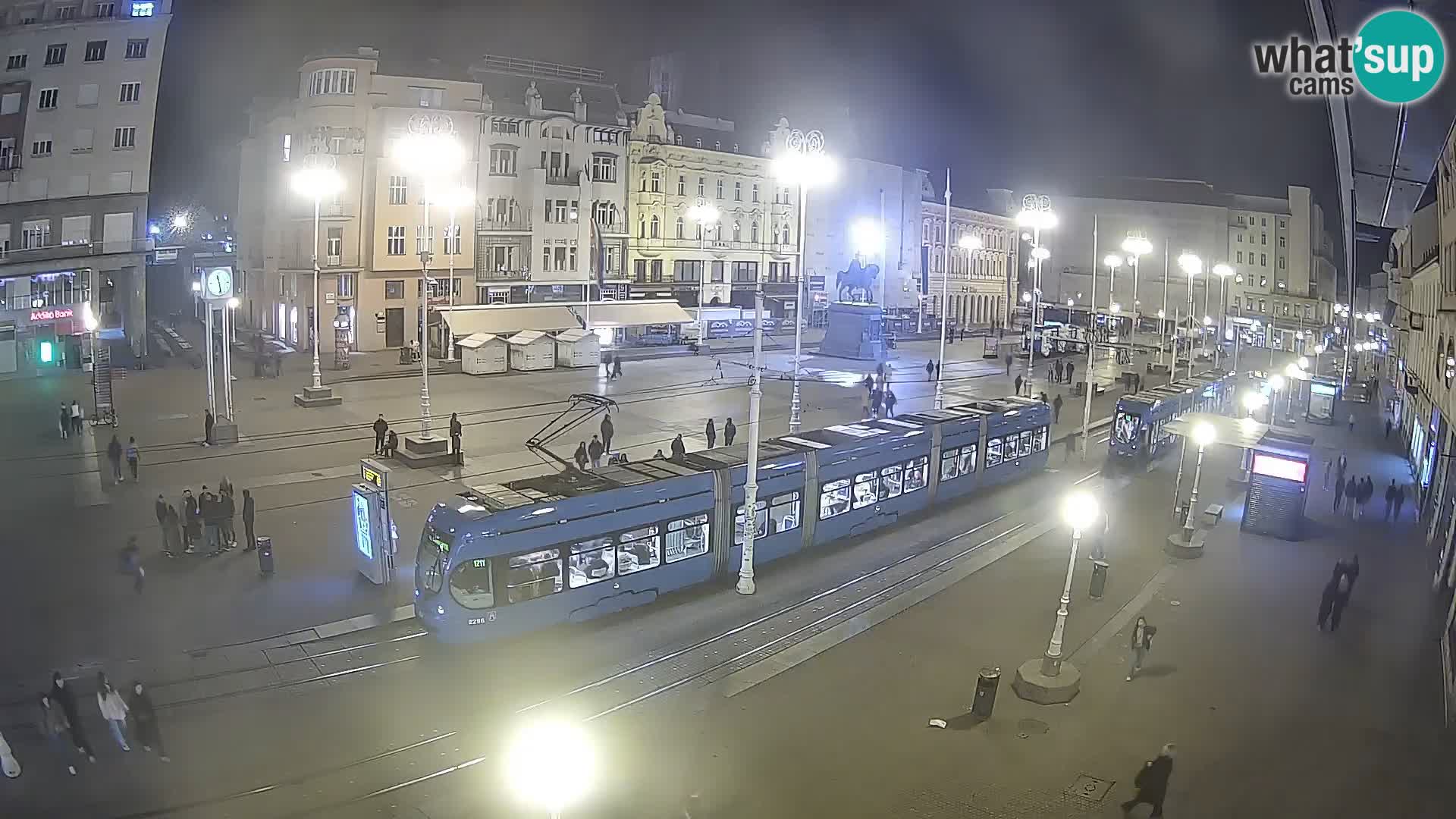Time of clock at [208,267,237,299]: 11:28
